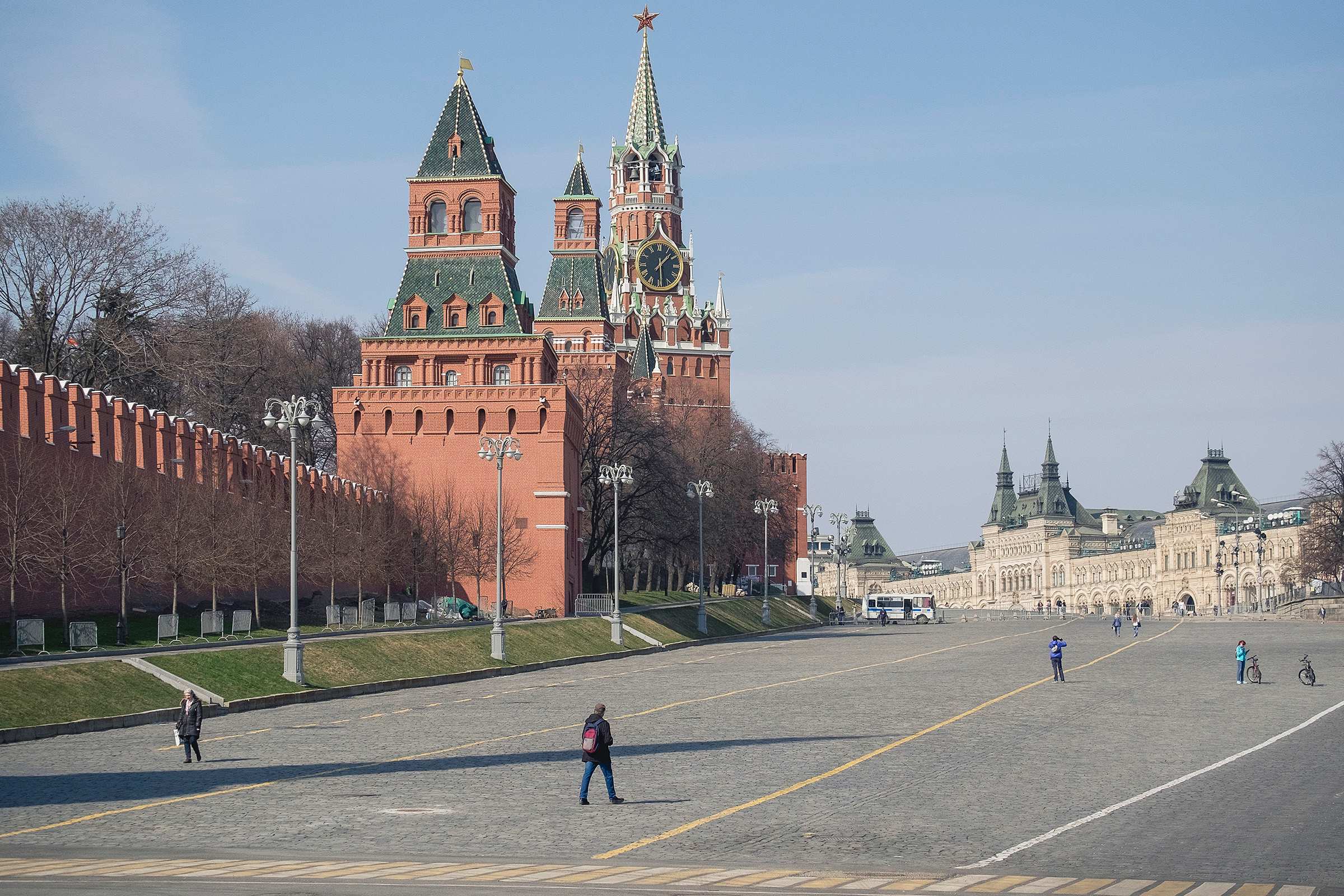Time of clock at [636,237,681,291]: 1:29
